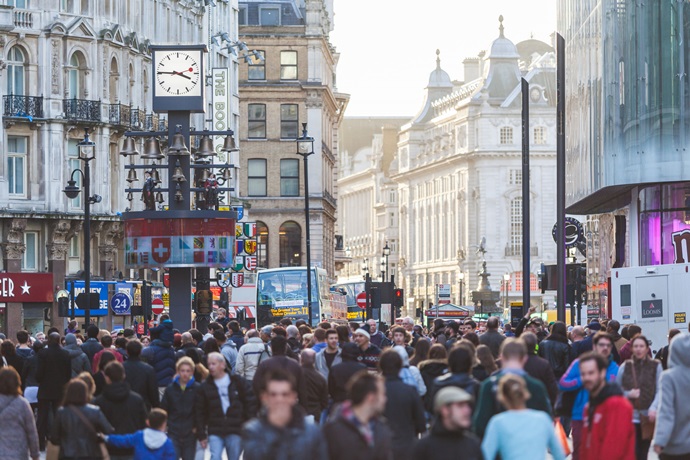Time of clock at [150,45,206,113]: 3:45
